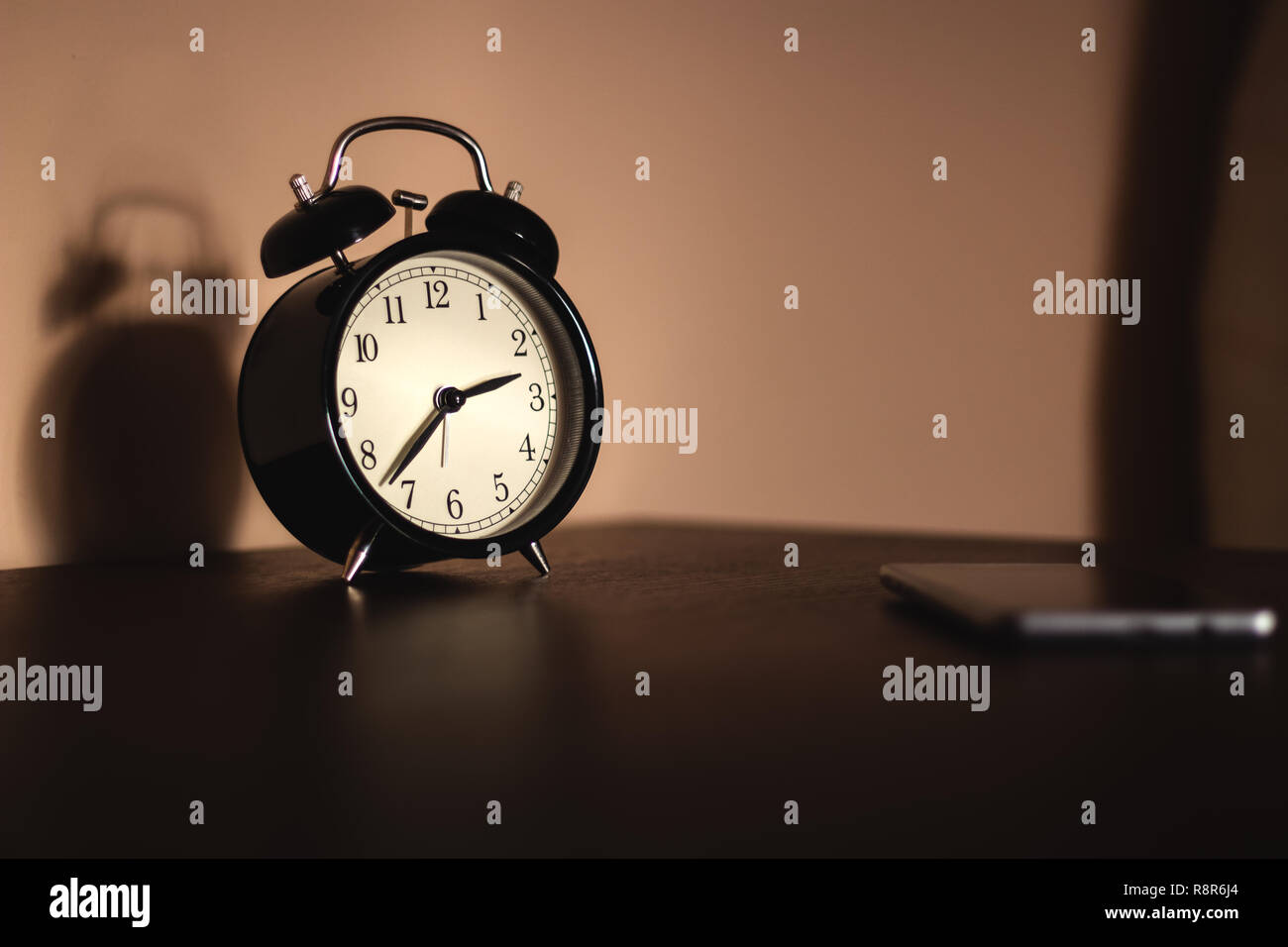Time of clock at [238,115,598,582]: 2:37
